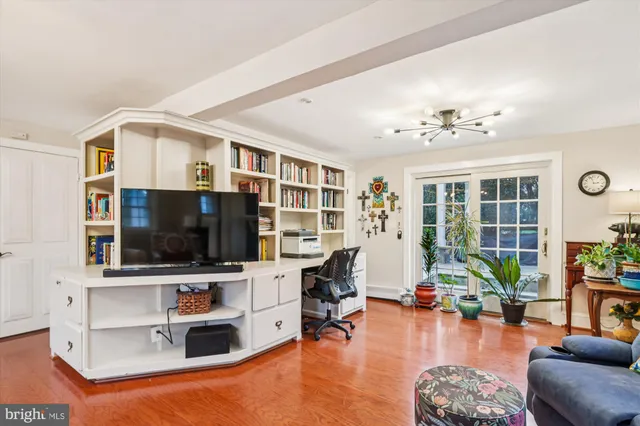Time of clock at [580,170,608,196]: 2:56
